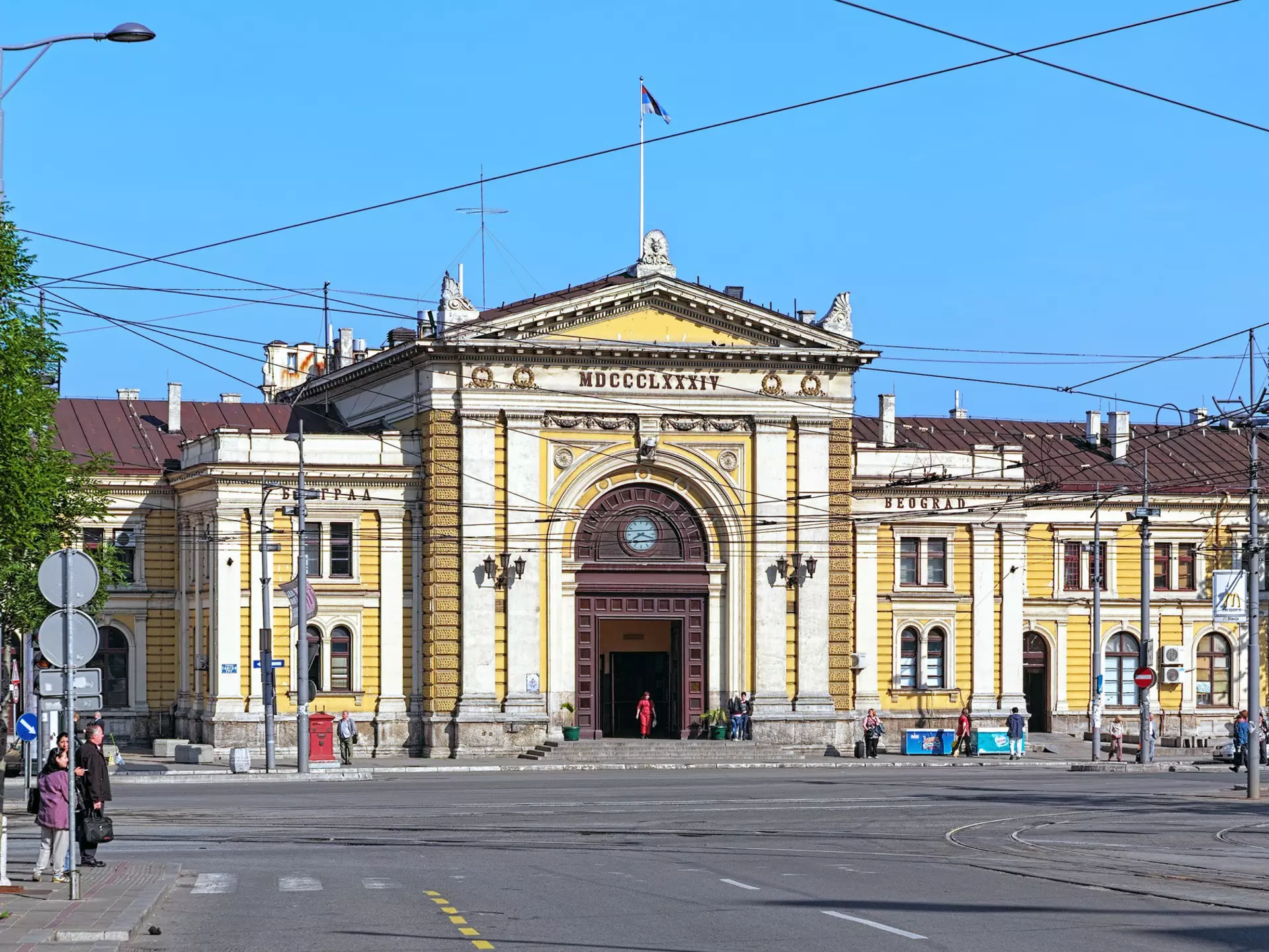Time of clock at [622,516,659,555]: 8:18
